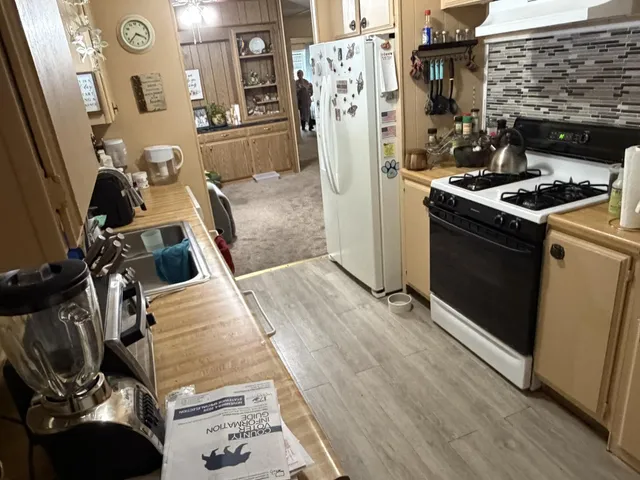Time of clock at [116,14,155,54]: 3:37
